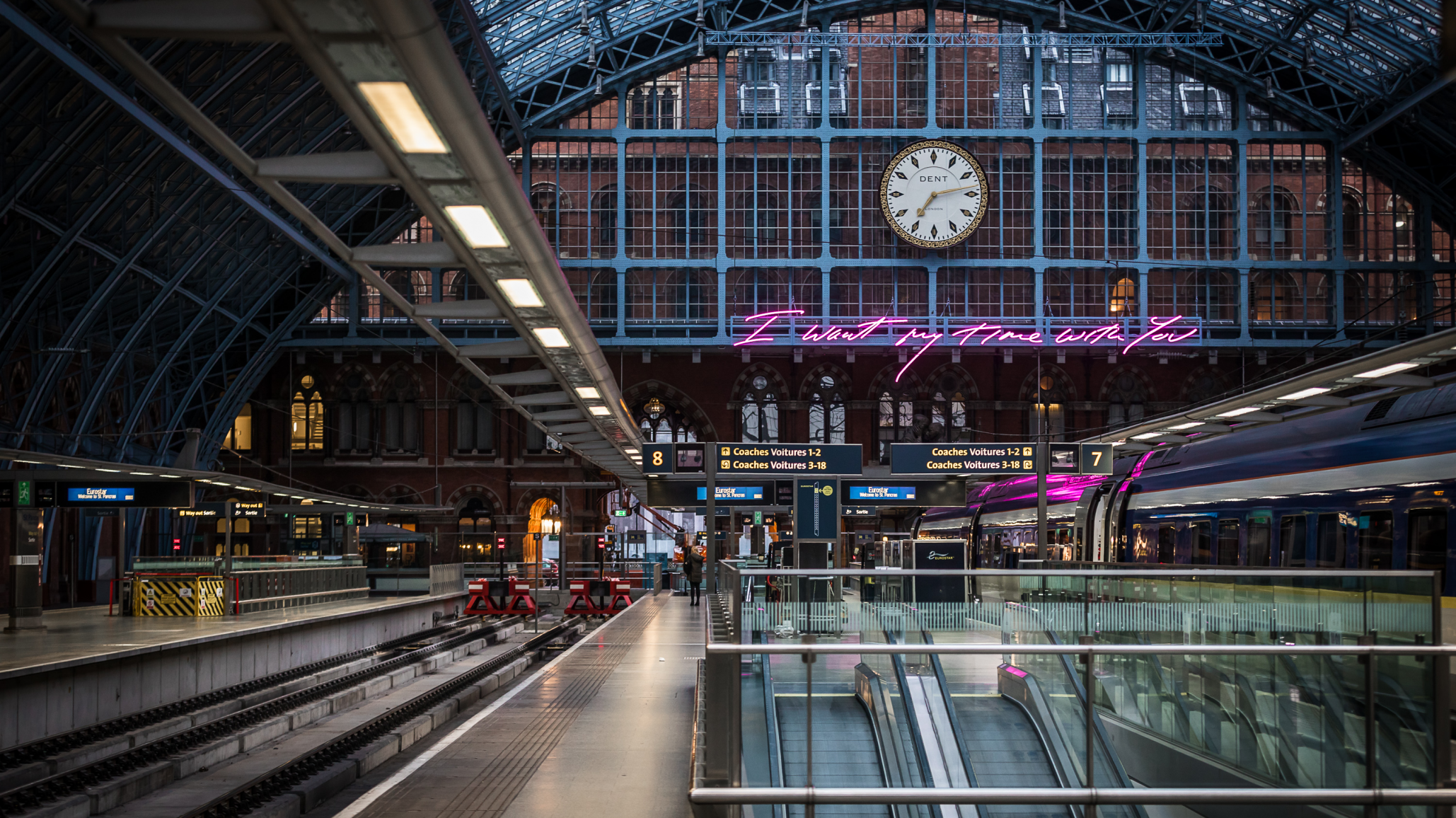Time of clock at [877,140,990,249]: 7:12
